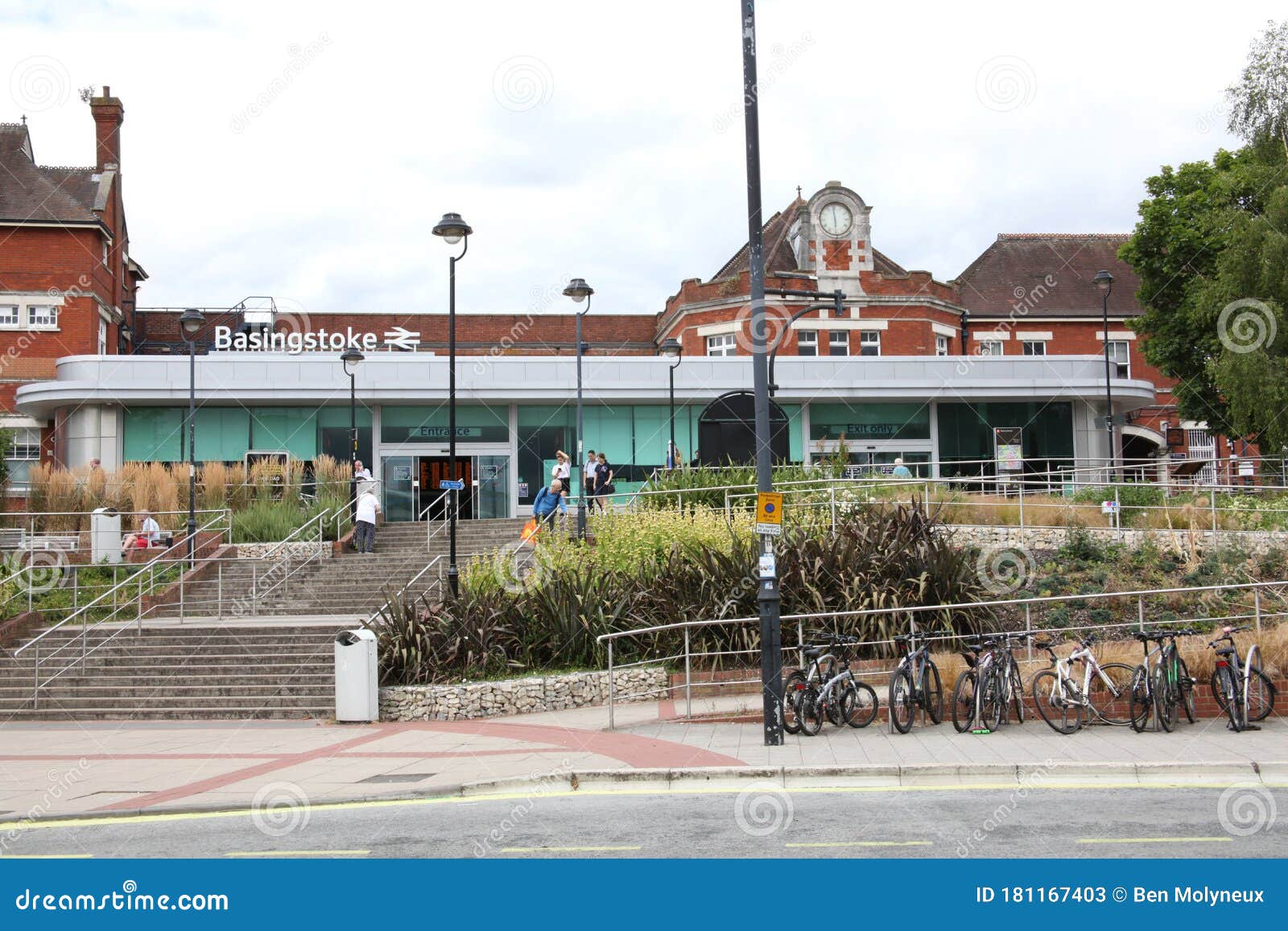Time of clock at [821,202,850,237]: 5:59
